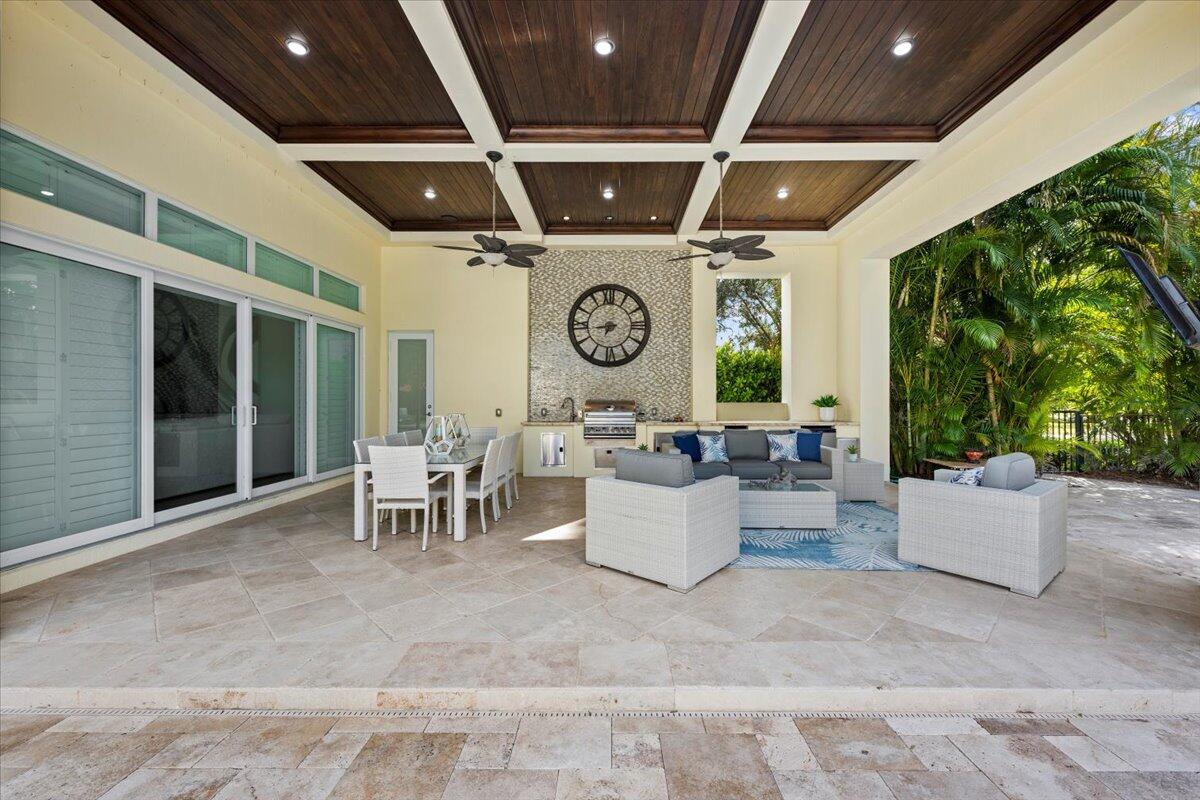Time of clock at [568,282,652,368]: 6:43
